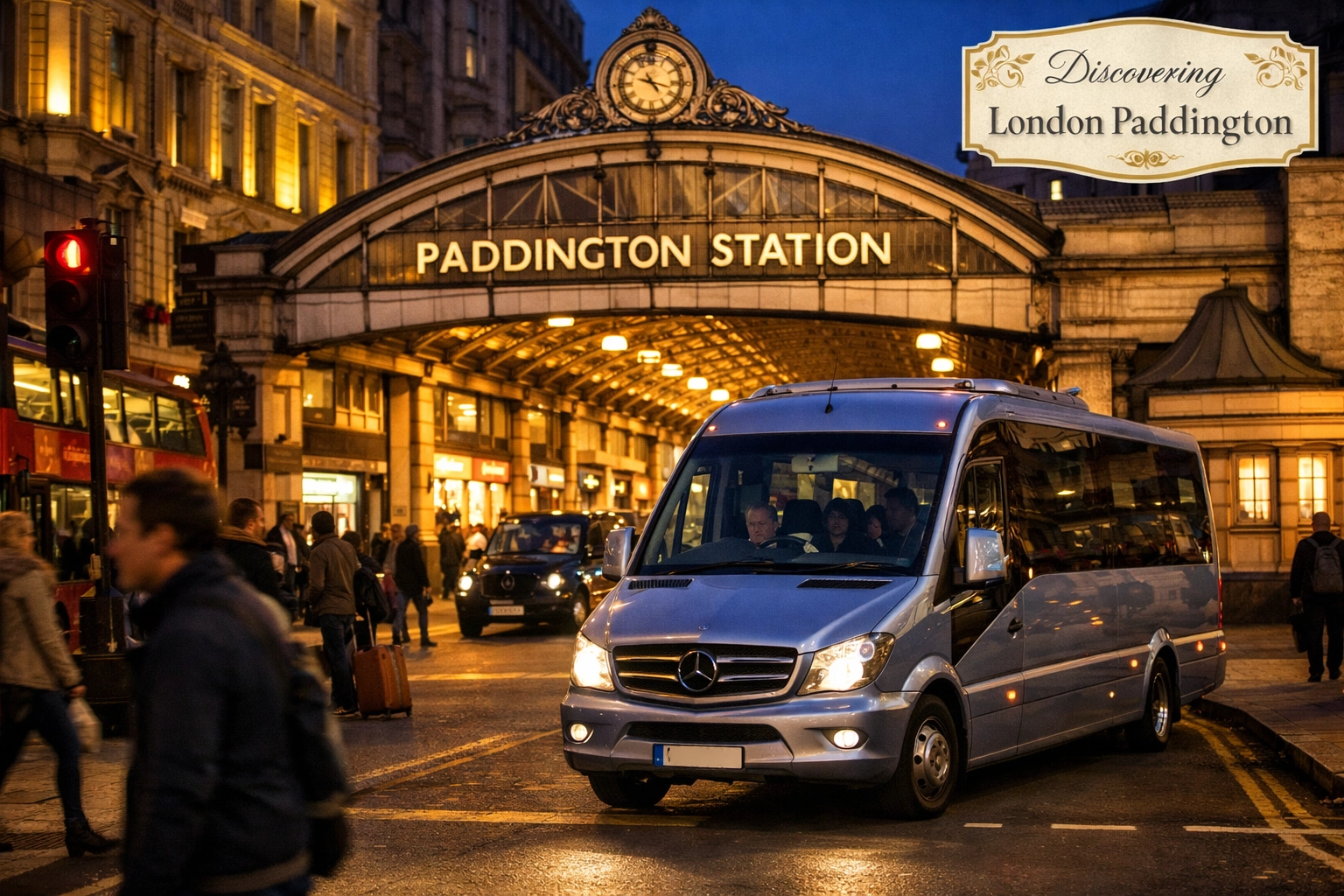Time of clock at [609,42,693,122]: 4:17
